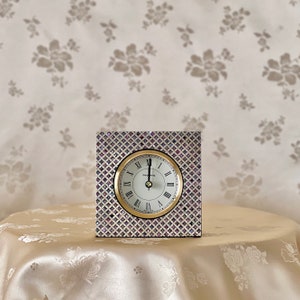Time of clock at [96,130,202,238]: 12:00
